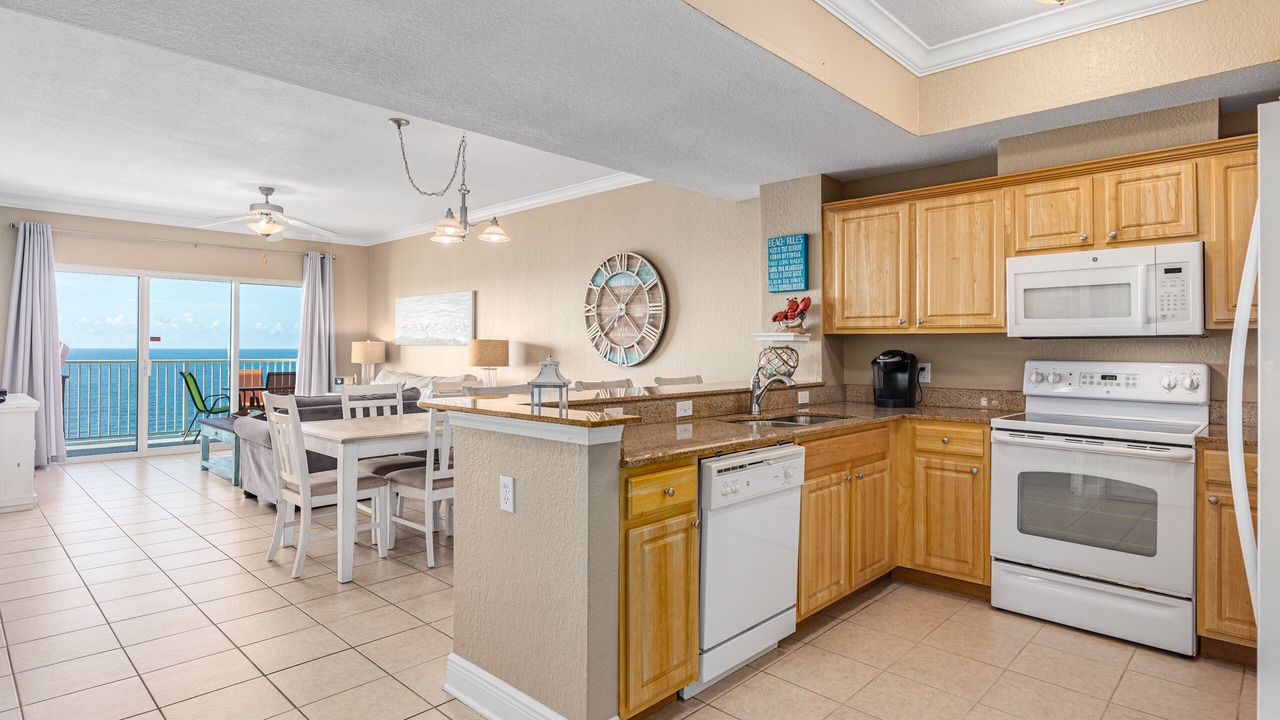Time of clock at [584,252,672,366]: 1:37
